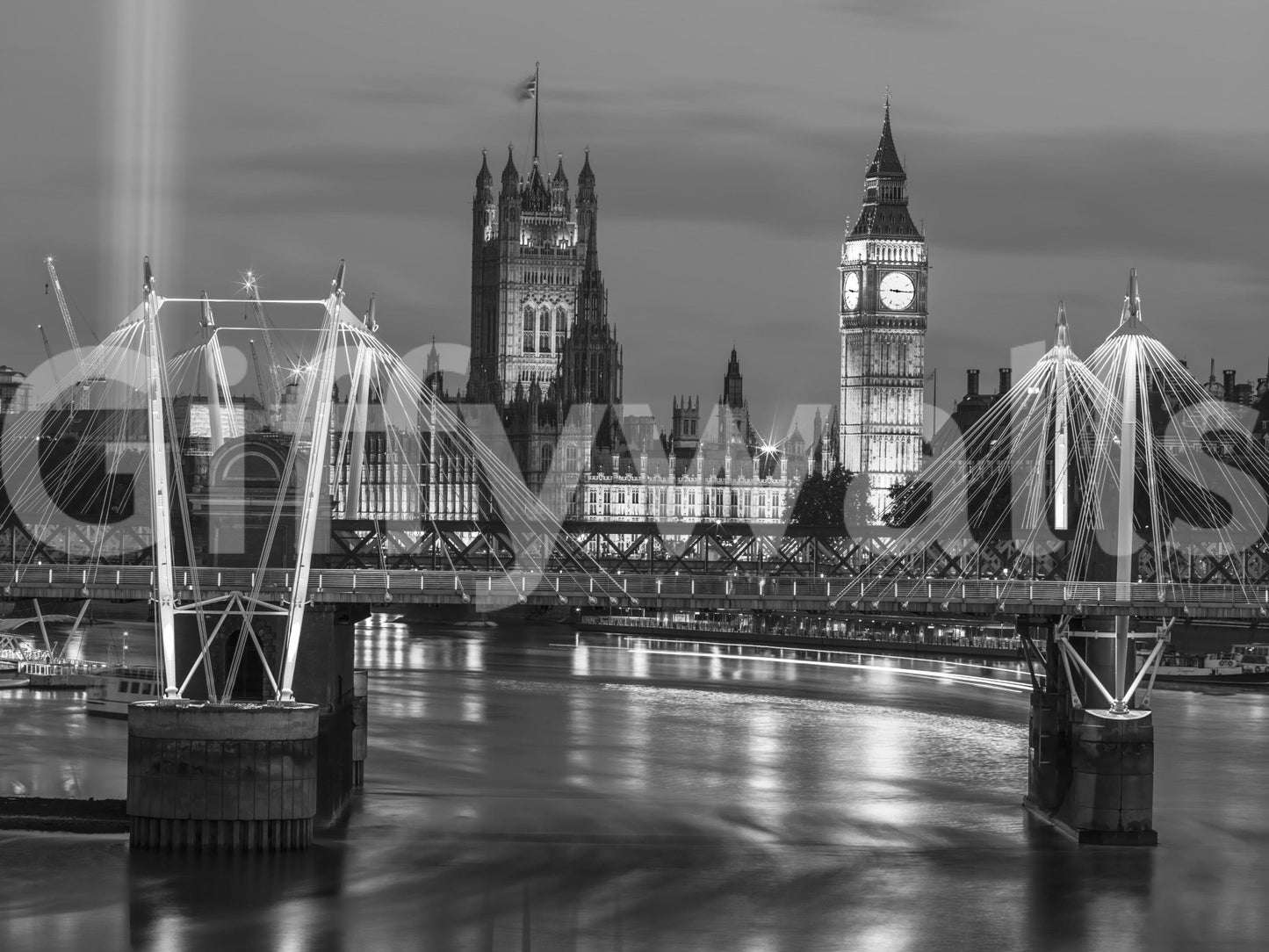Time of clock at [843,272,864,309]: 9:15
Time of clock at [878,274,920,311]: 9:15
